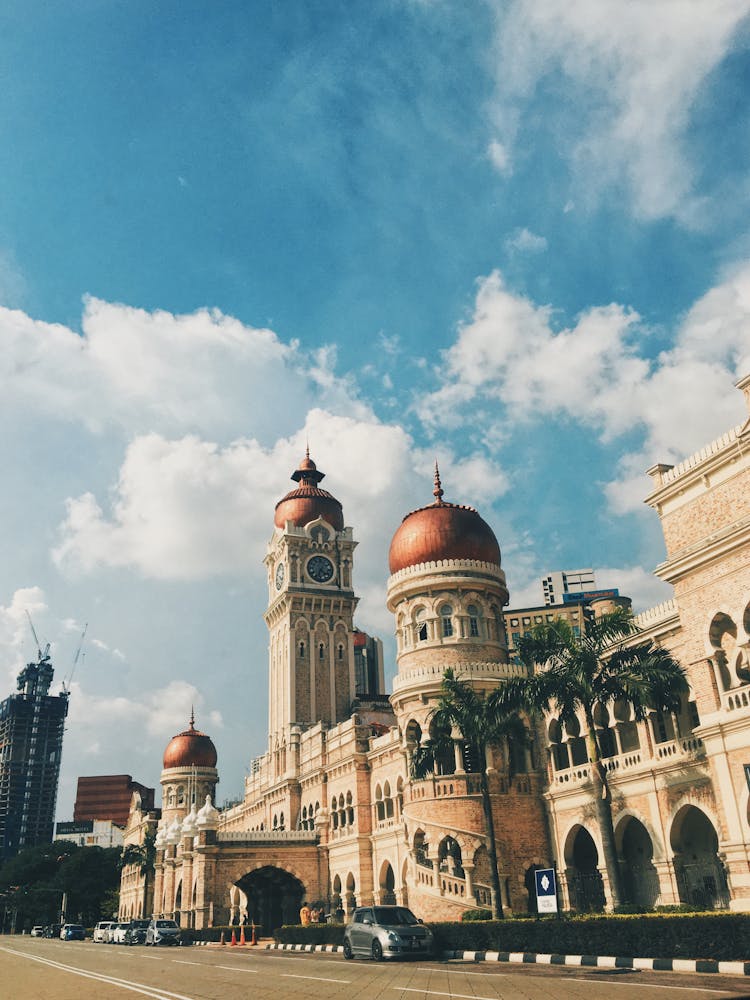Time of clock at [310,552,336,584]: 4:33
